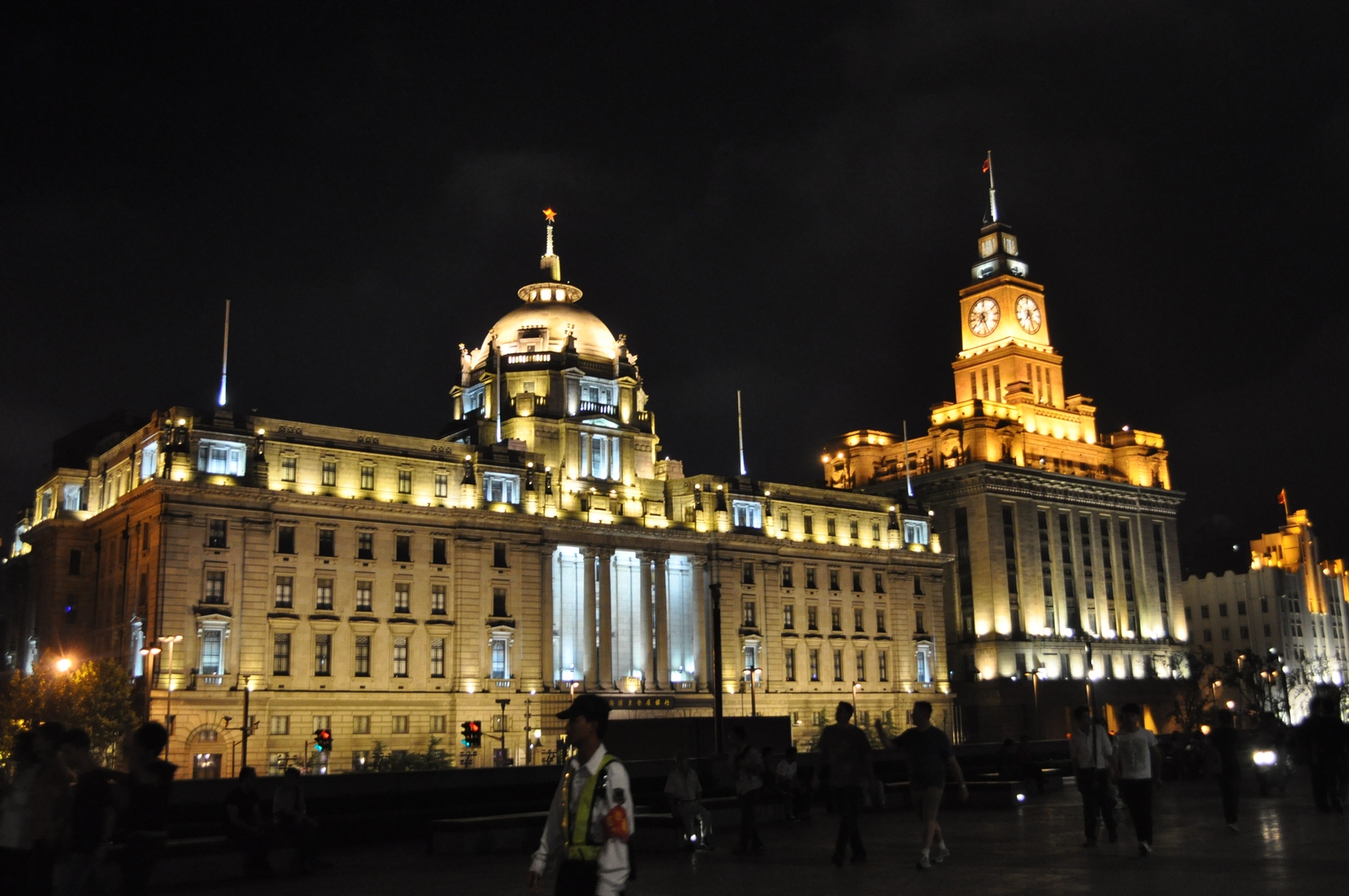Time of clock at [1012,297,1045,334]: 7:25
